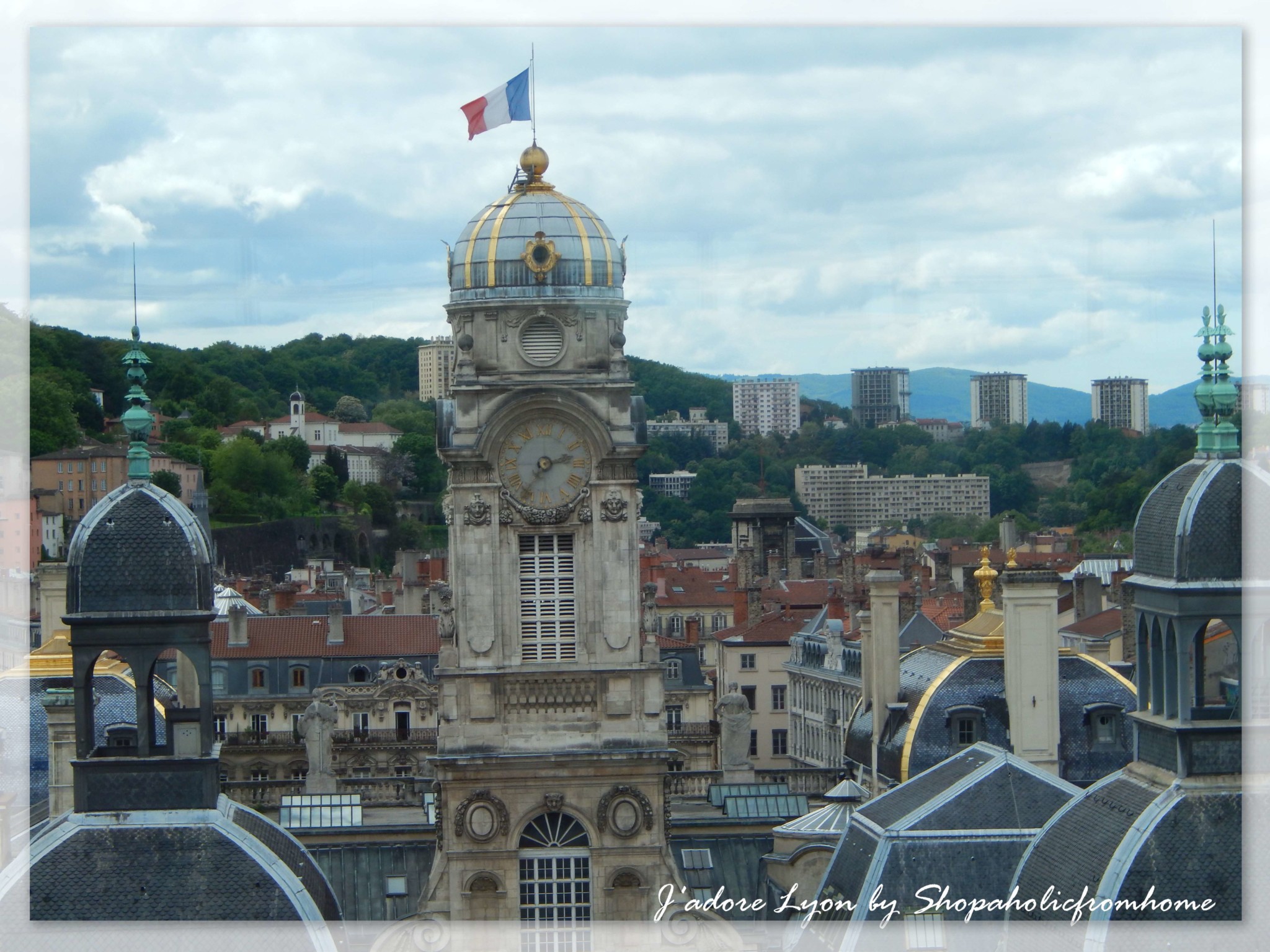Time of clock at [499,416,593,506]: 2:36
